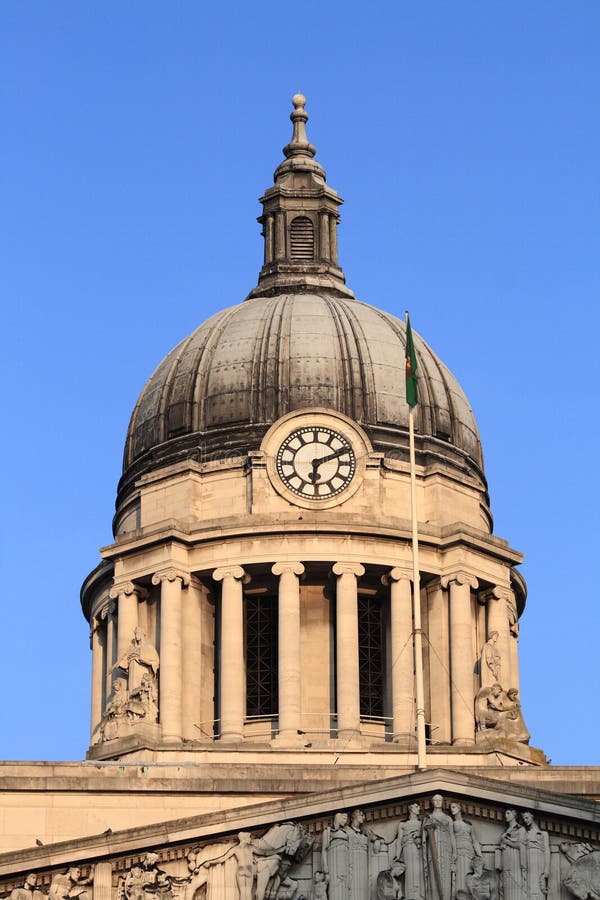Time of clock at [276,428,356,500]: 6:11
